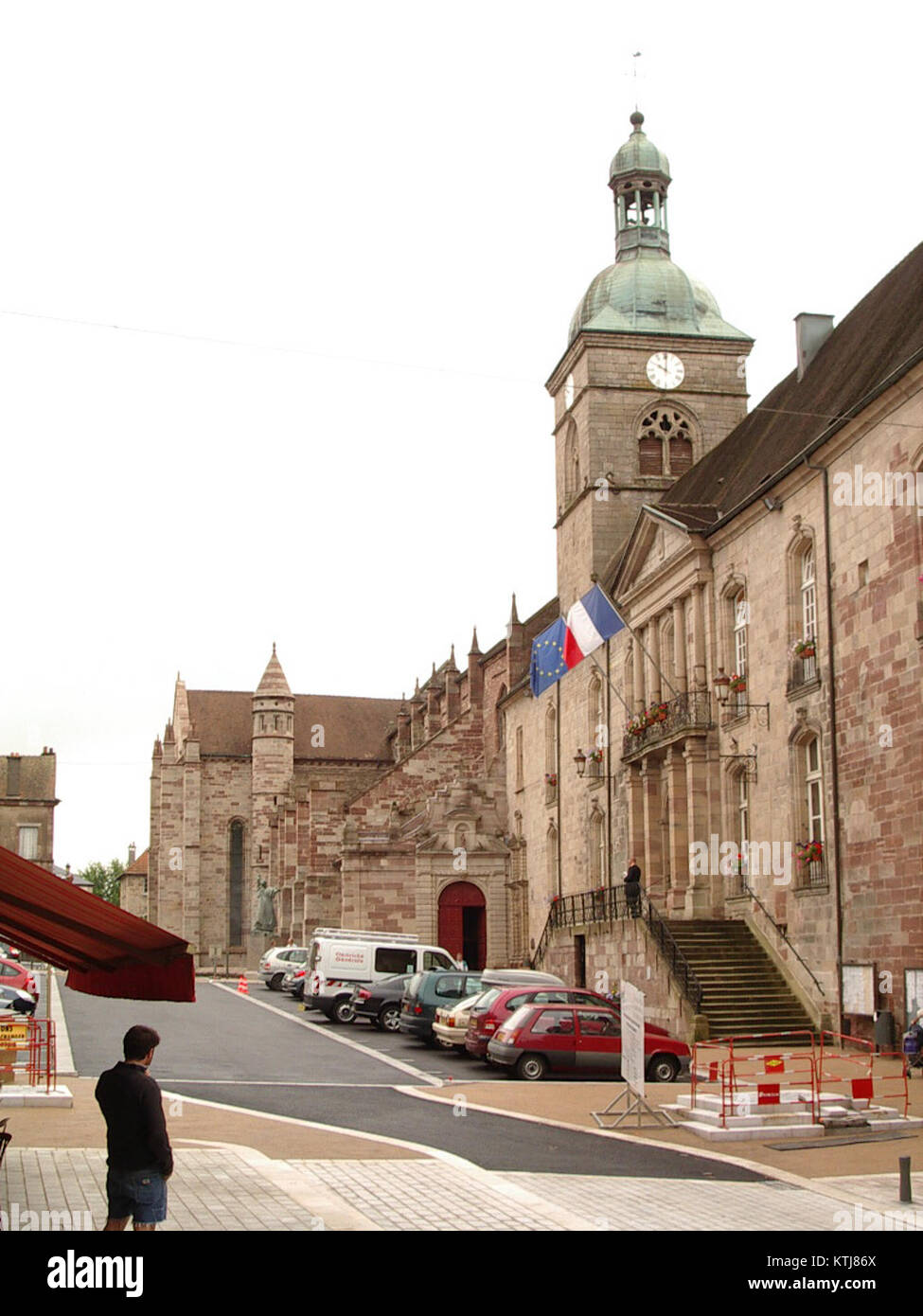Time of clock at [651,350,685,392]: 10:00
